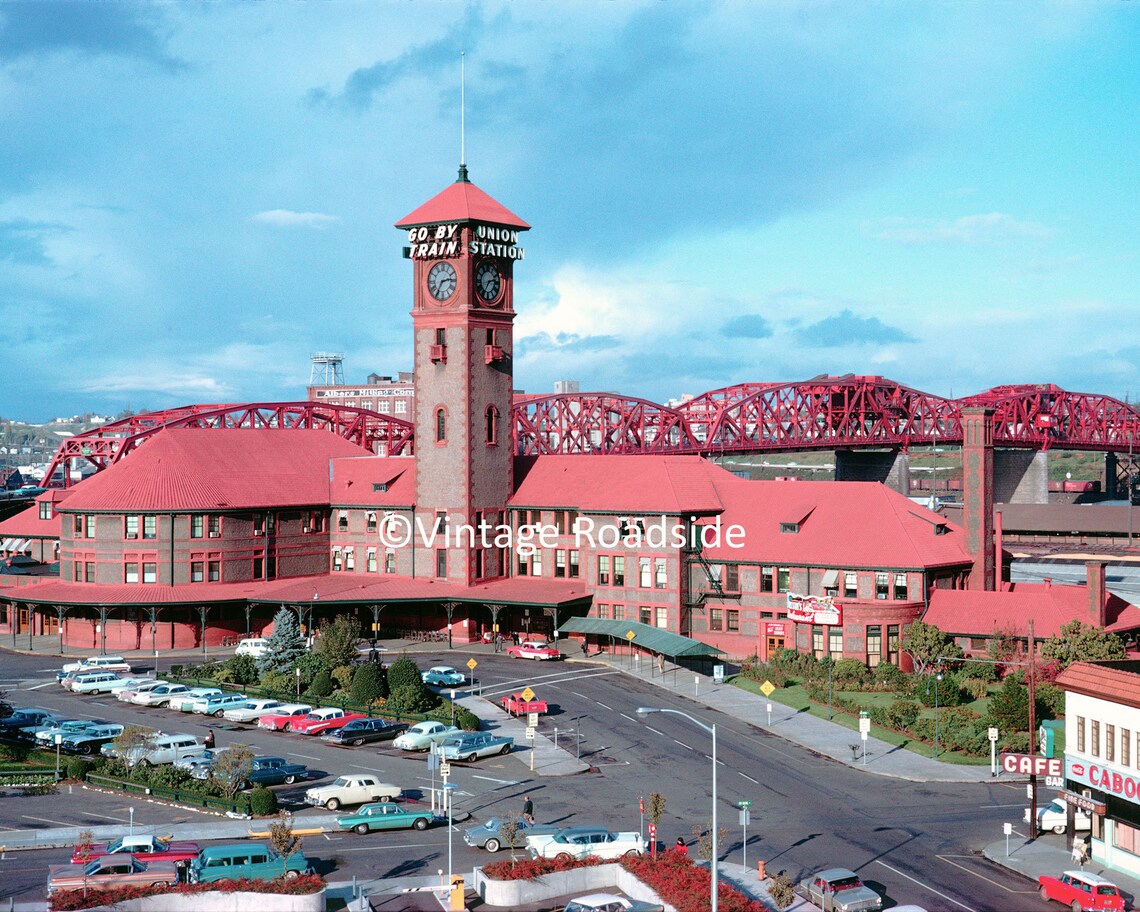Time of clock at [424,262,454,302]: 2:35
